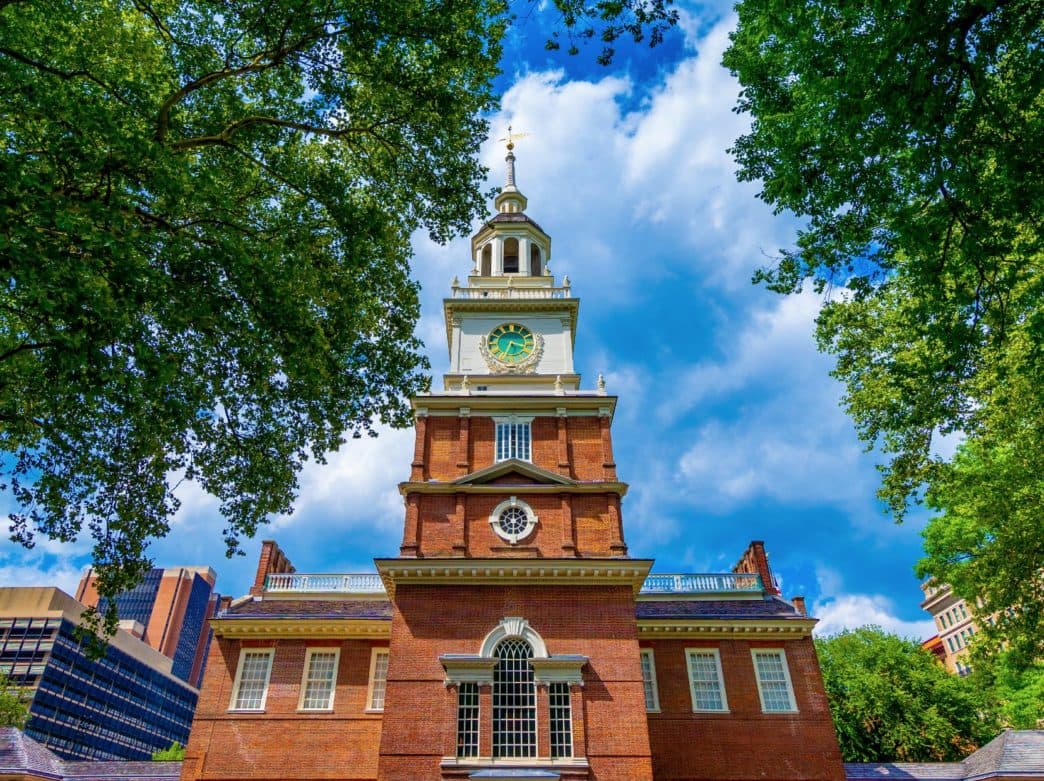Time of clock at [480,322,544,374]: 3:33
